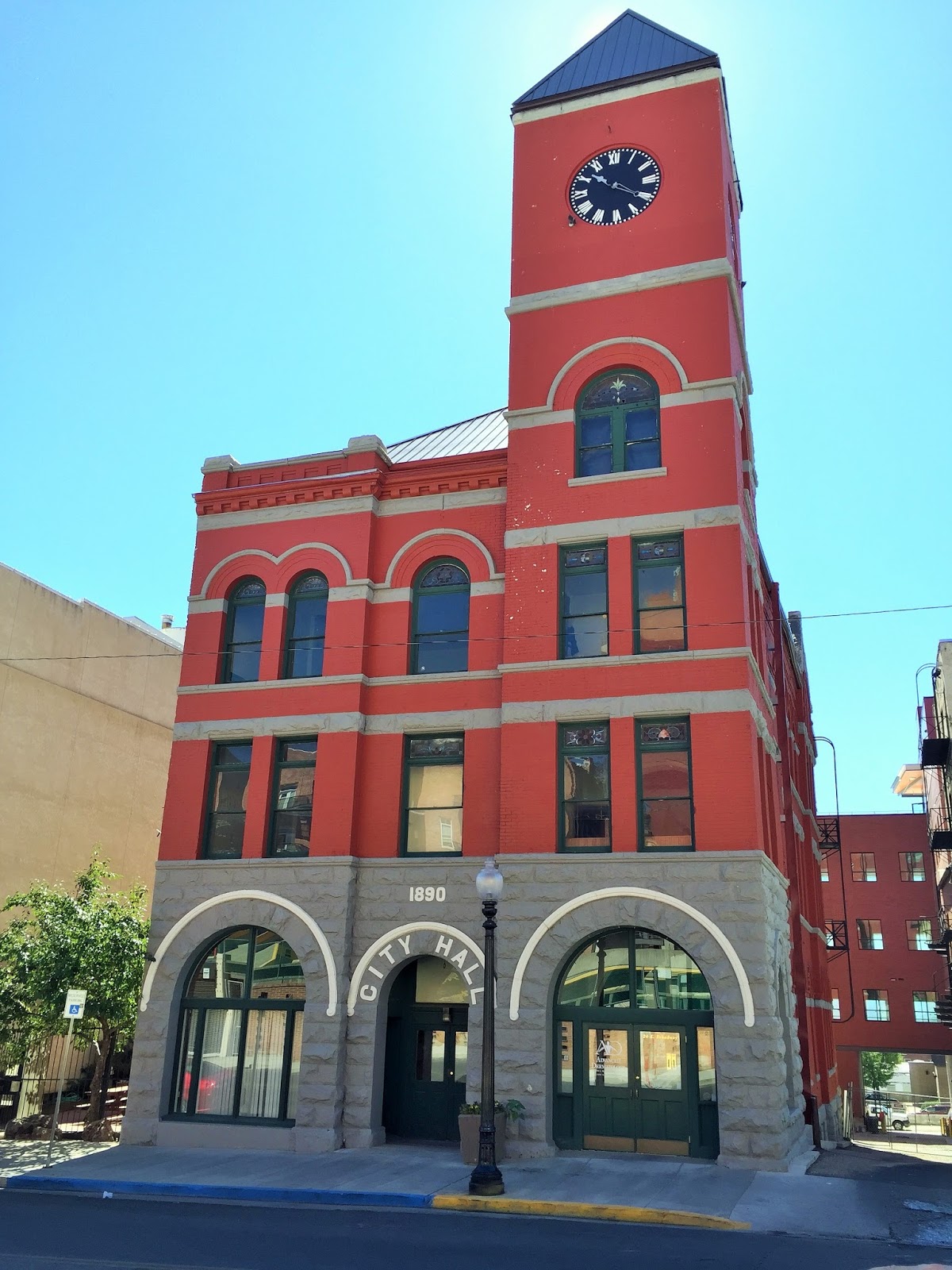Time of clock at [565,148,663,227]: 10:20
